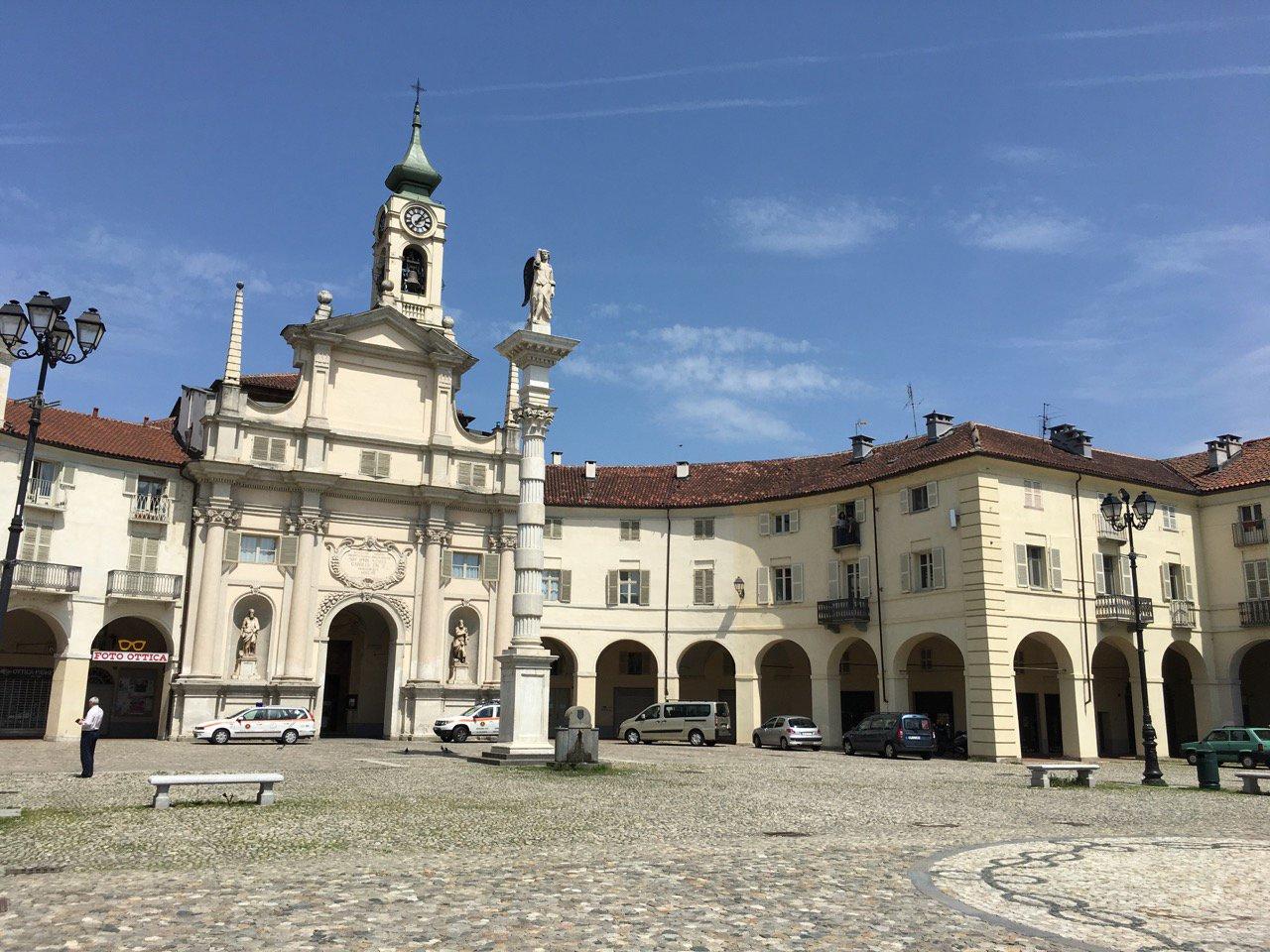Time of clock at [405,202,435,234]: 2:05
